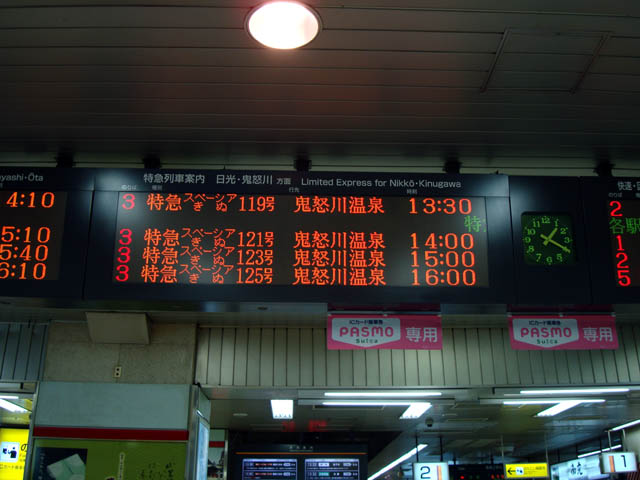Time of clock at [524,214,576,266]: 1:19
